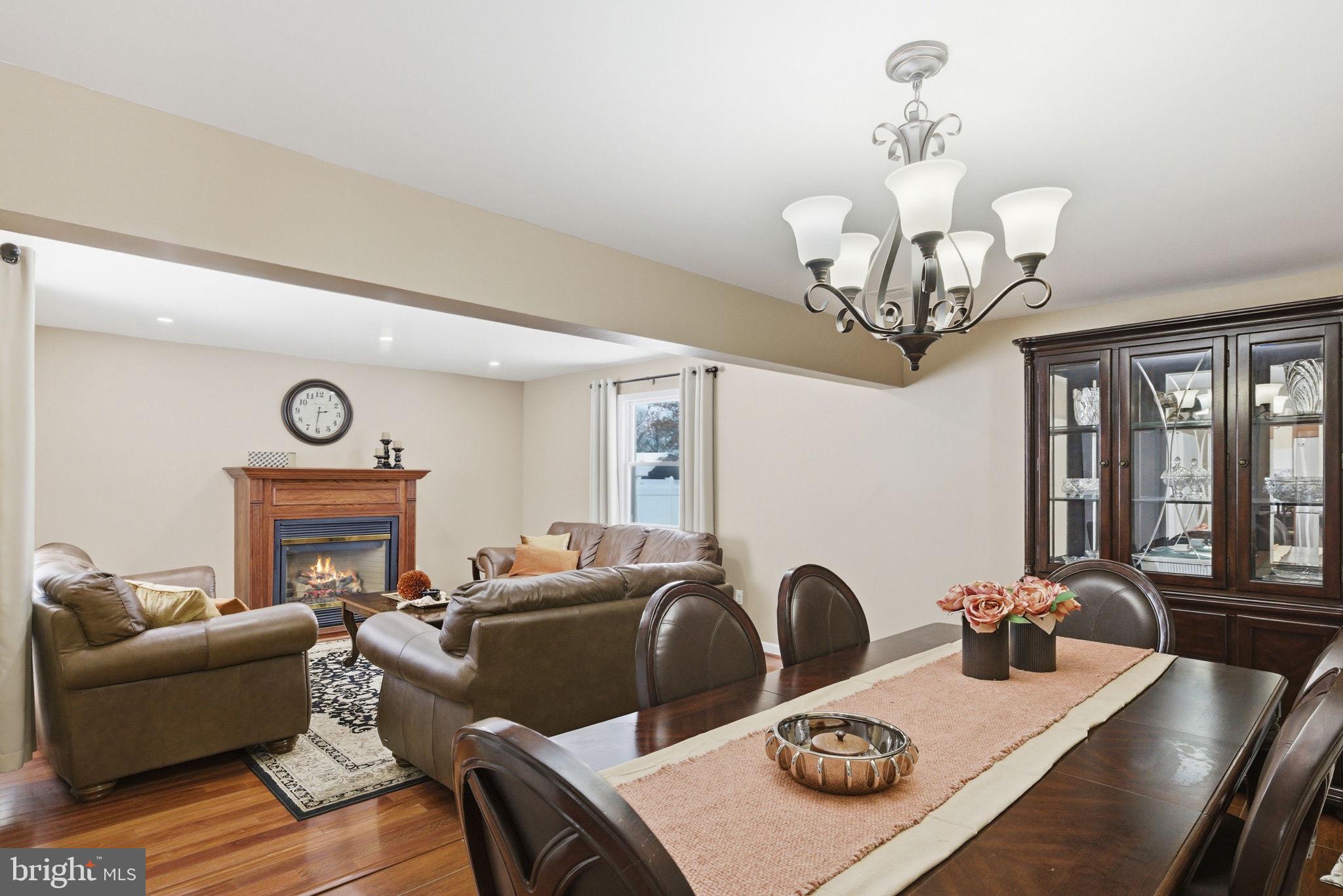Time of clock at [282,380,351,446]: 2:31
